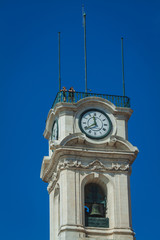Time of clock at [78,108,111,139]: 11:39
